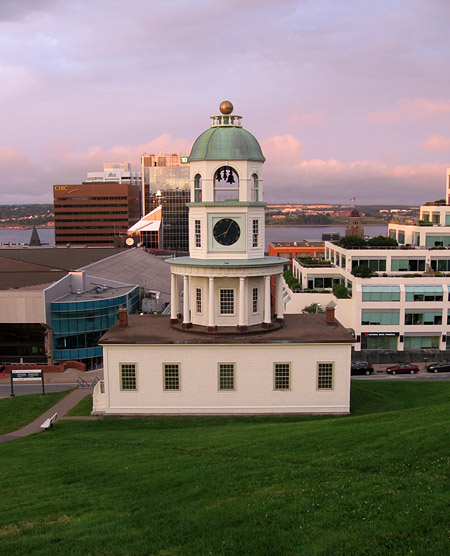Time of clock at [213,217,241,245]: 8:04
